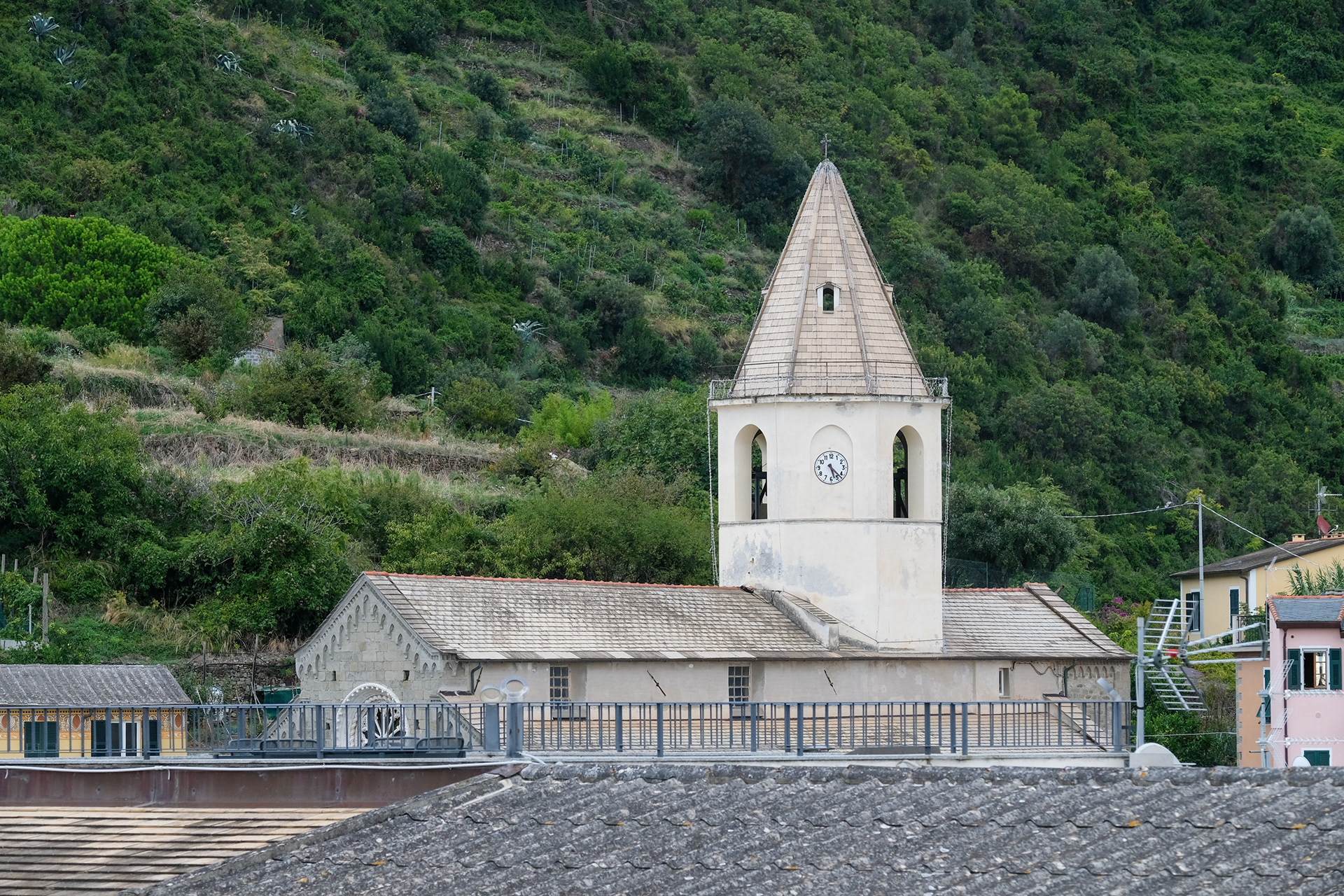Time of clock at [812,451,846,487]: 5:22
